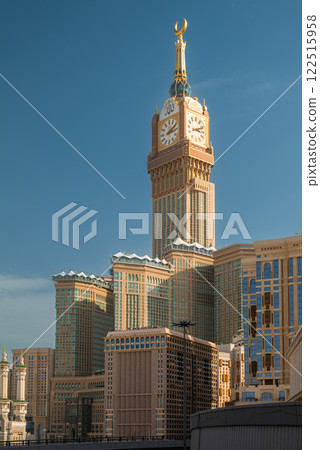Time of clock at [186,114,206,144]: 3:11
